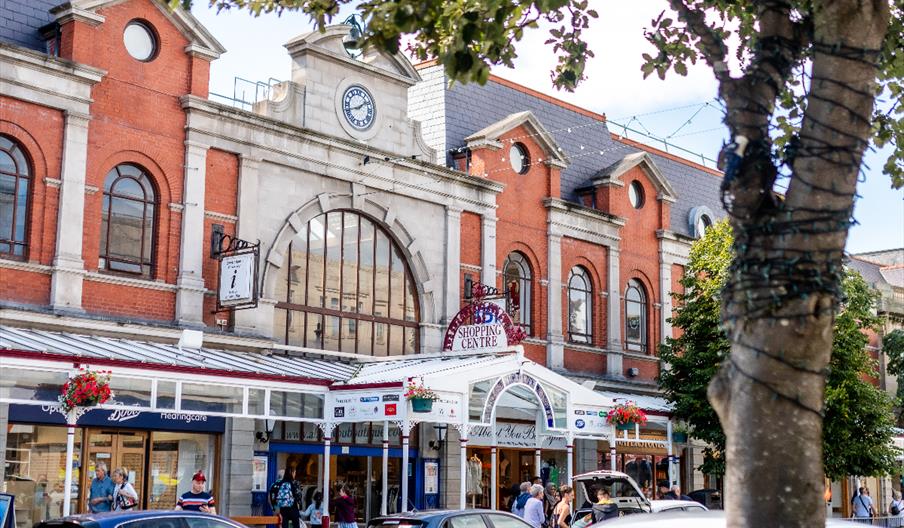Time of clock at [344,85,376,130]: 1:41
